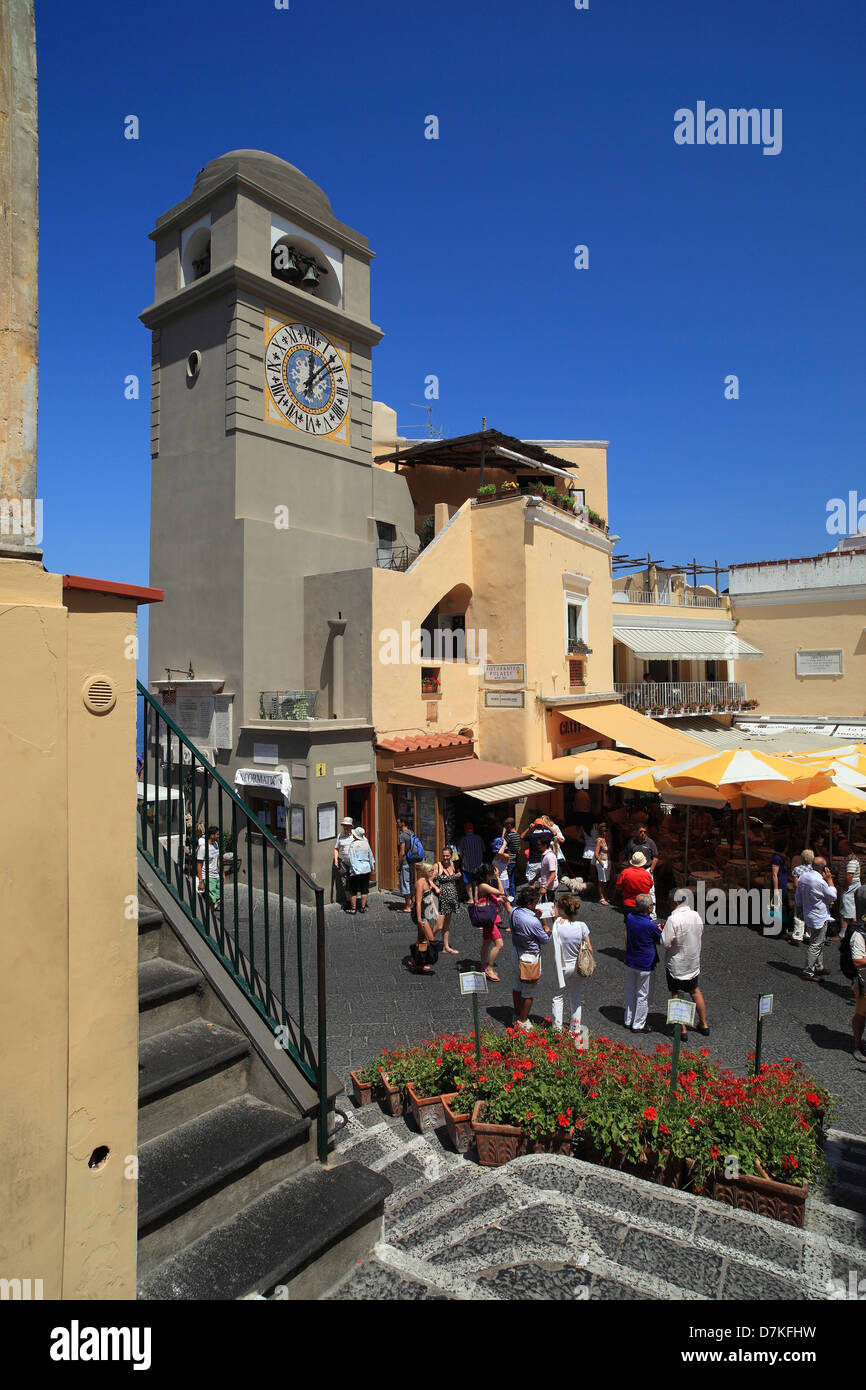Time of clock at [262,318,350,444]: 12:07
